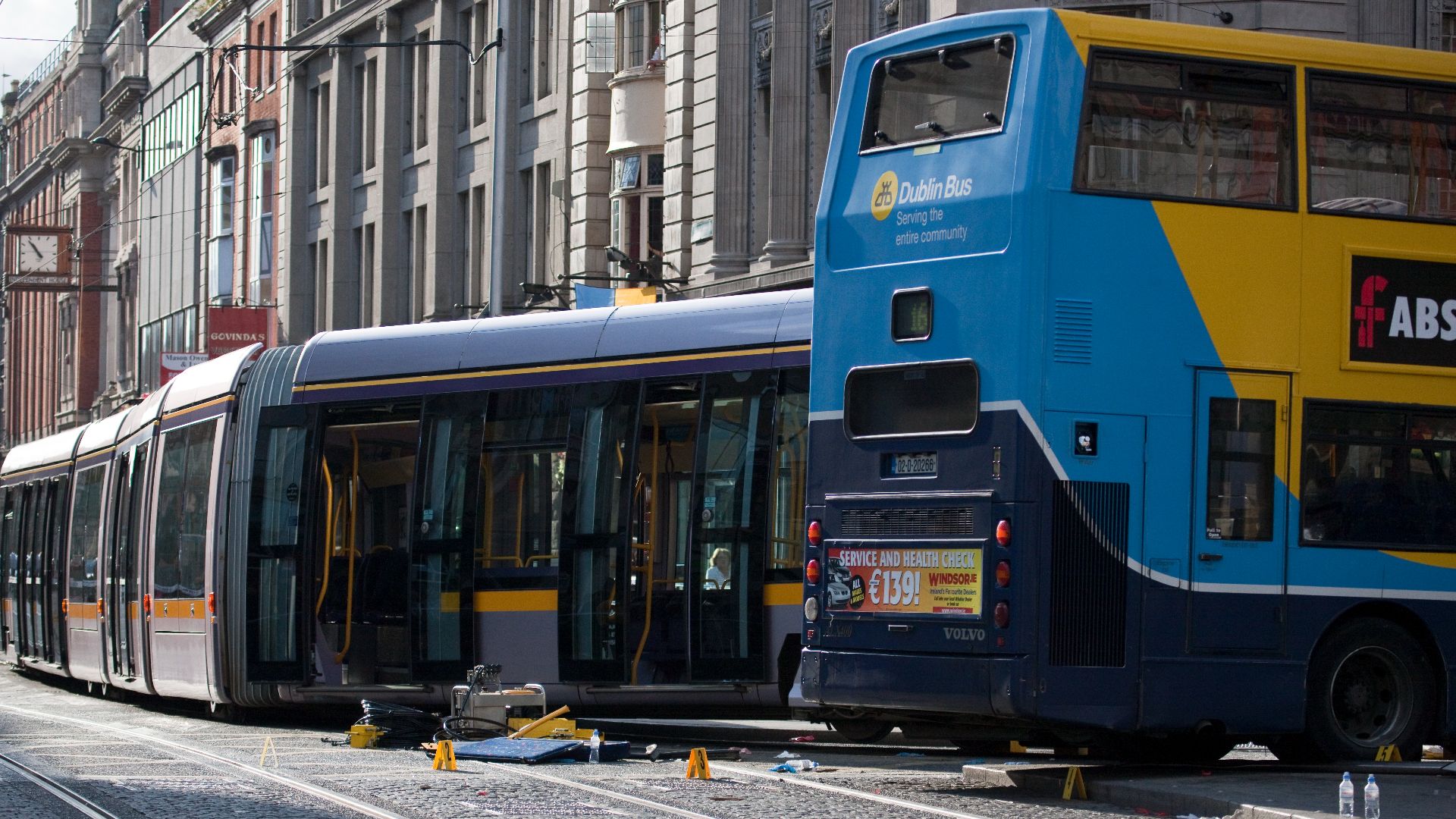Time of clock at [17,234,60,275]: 10:53
